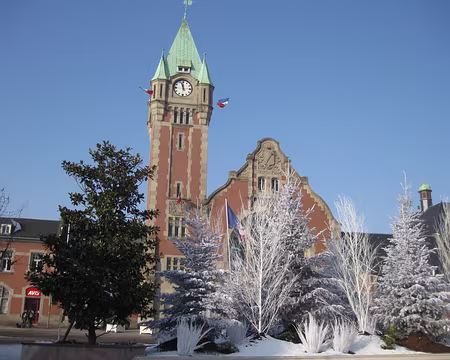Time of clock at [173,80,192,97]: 11:57
